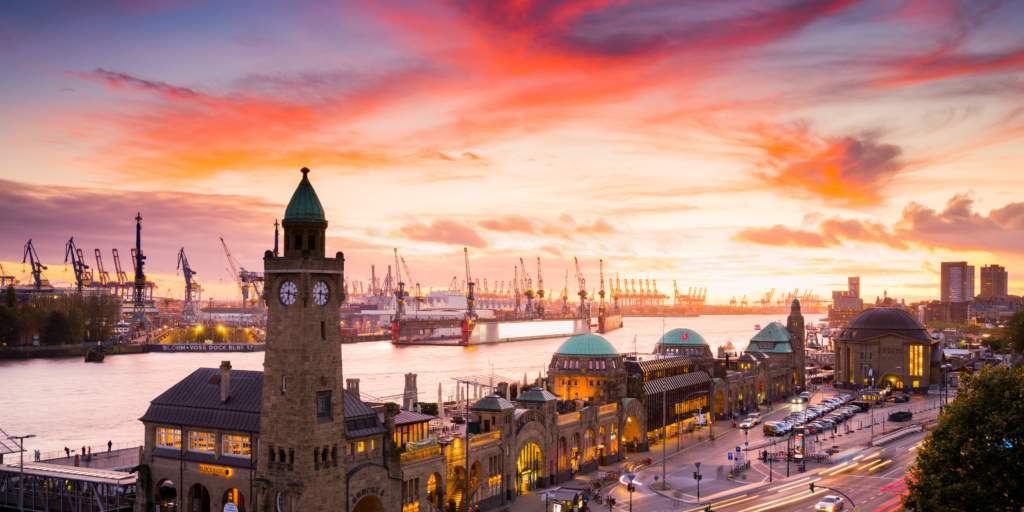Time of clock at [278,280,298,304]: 6:17
